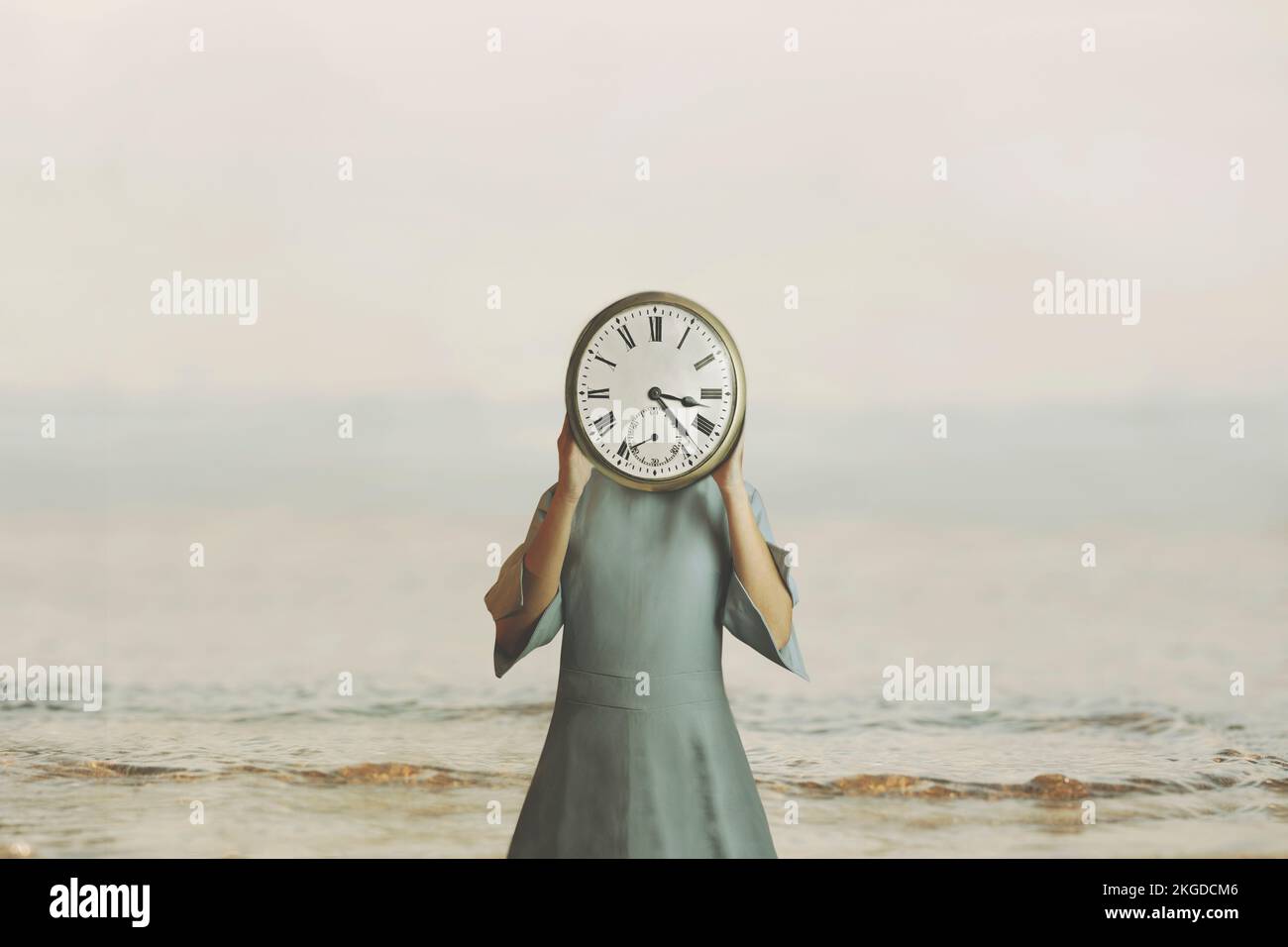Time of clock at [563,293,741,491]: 3:22
